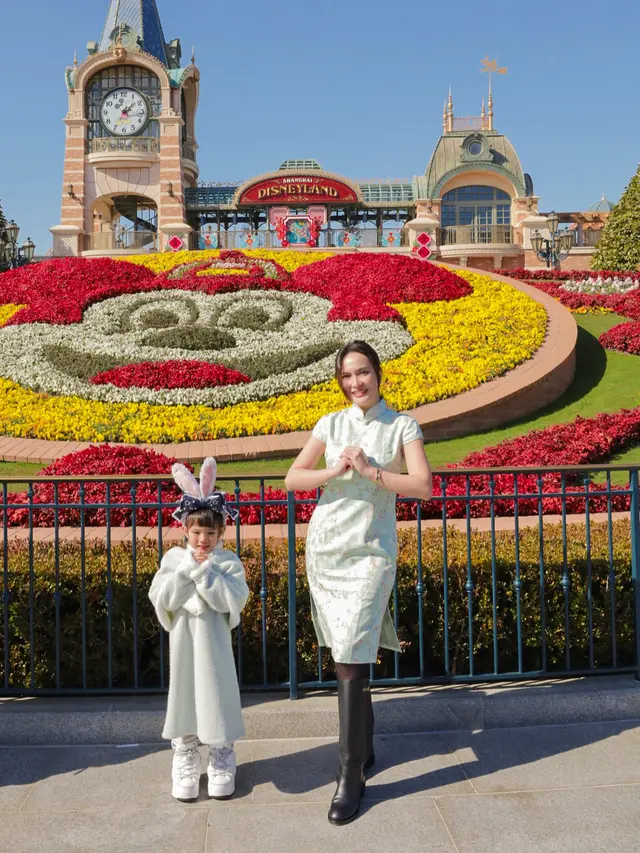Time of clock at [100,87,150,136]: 1:34
